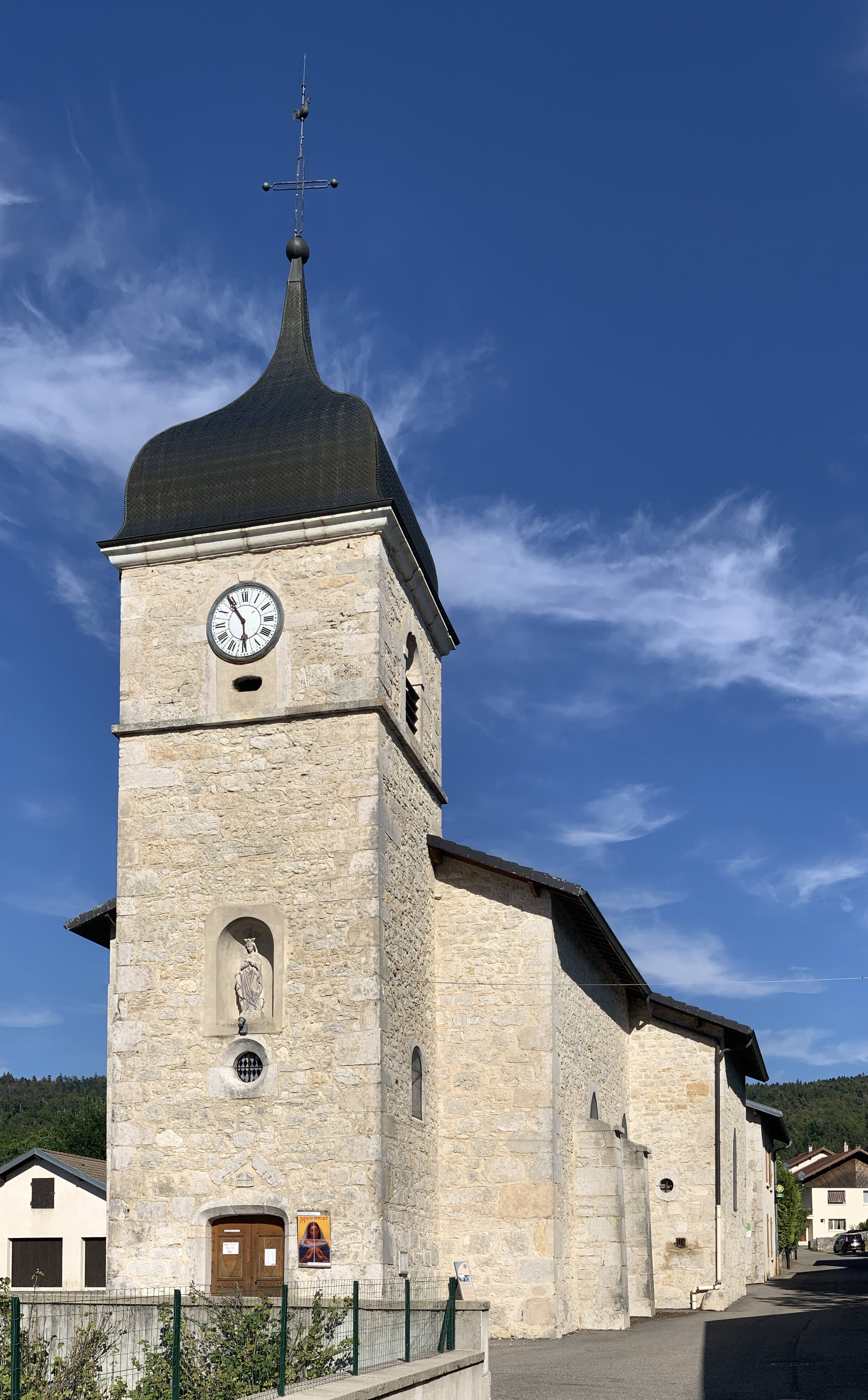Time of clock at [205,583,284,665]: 5:54
